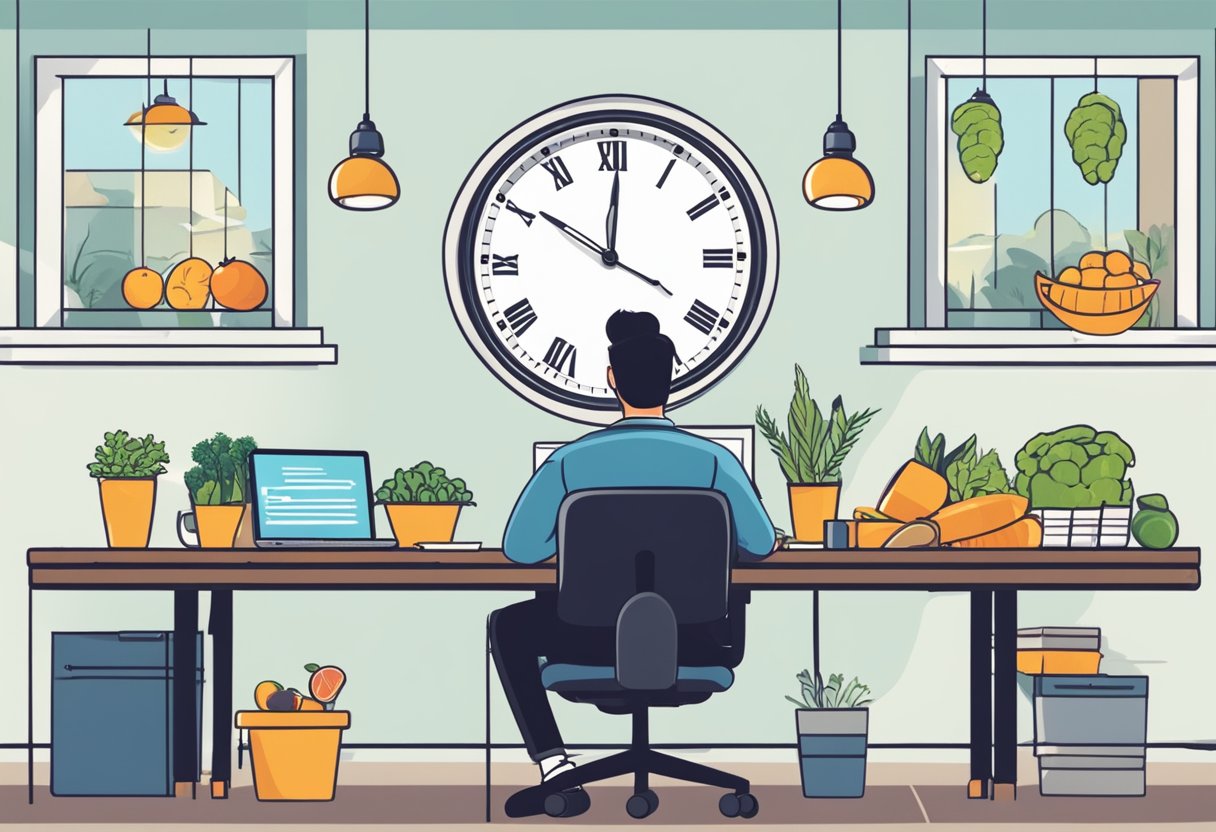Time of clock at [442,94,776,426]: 10:00
